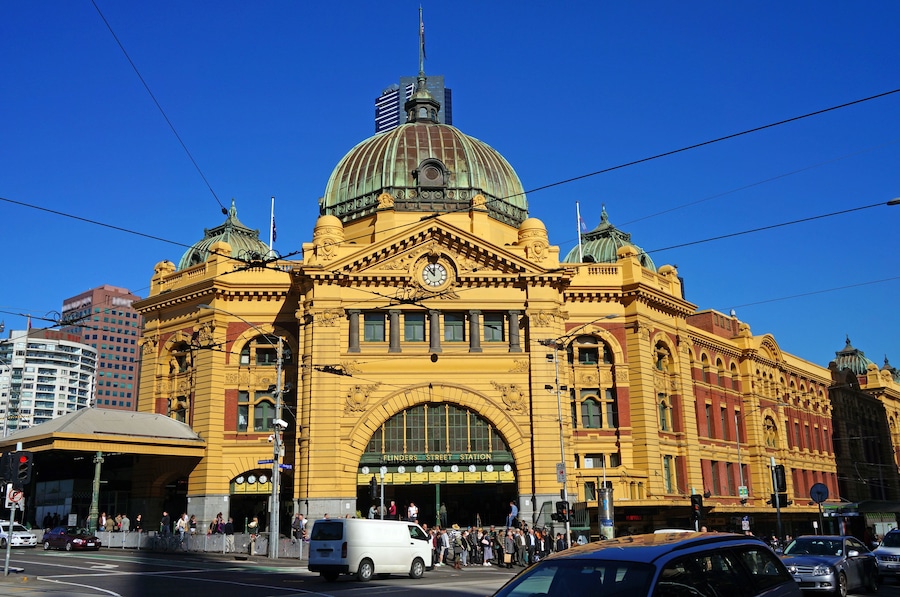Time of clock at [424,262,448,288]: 11:52
